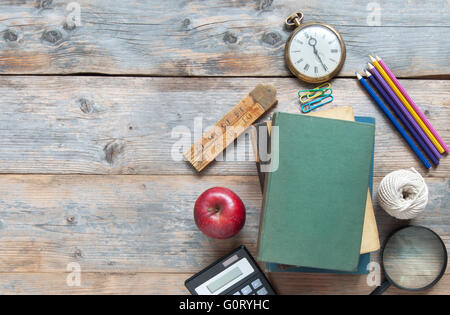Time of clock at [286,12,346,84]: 11:25
